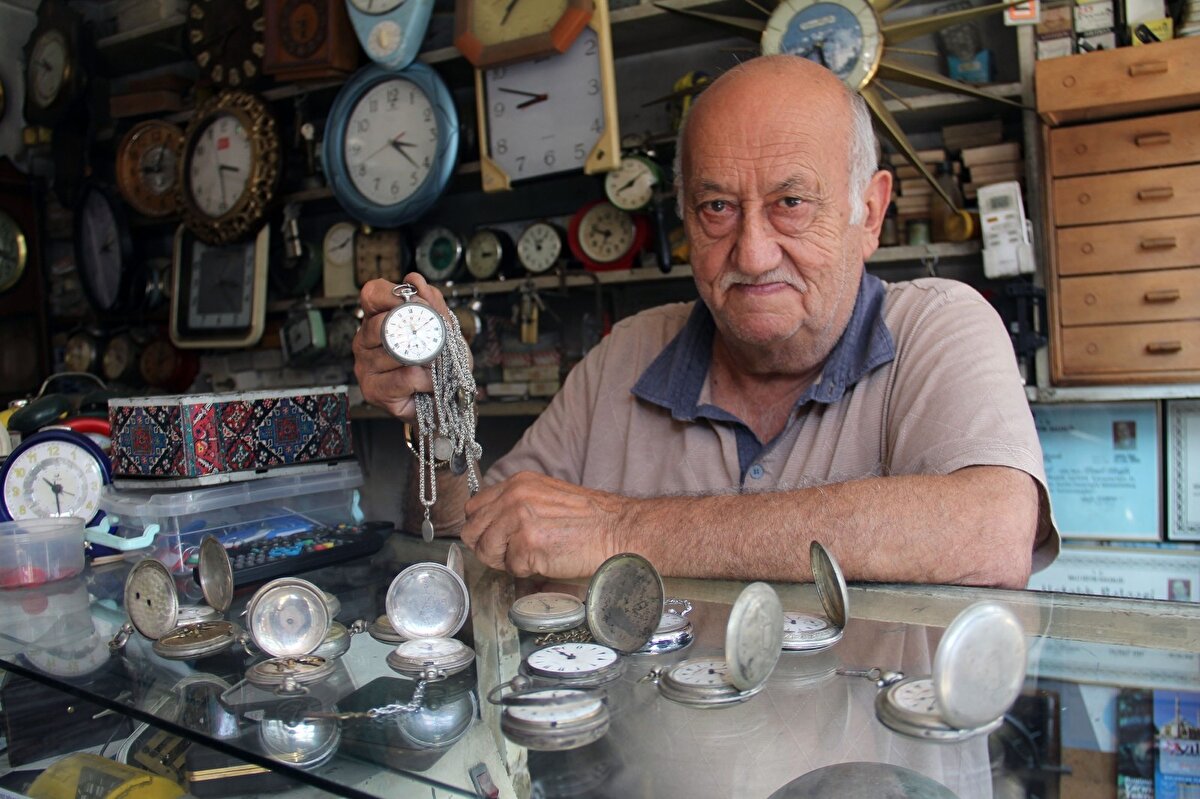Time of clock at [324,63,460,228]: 3:22
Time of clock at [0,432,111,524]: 10:29
